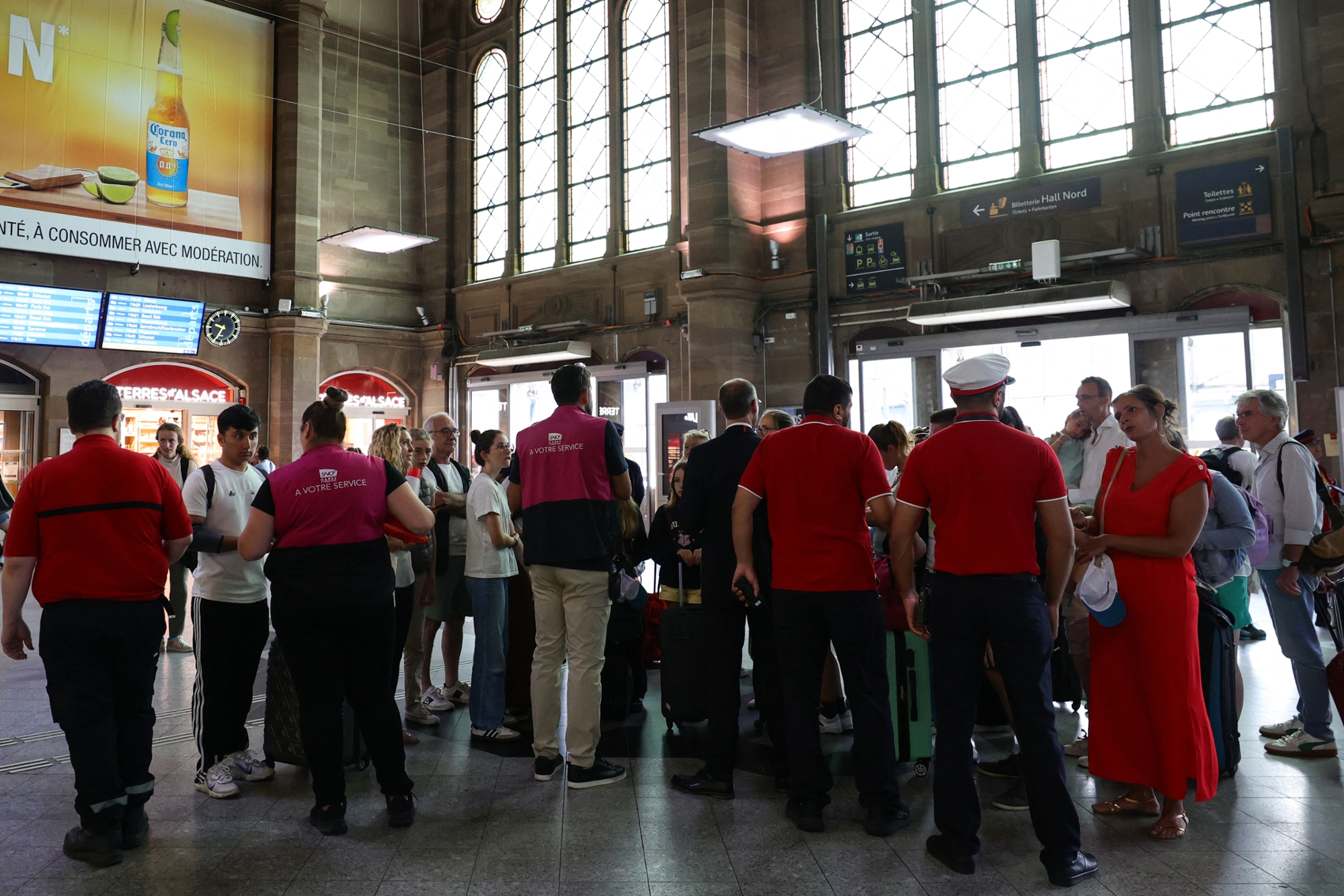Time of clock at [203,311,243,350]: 9:34
